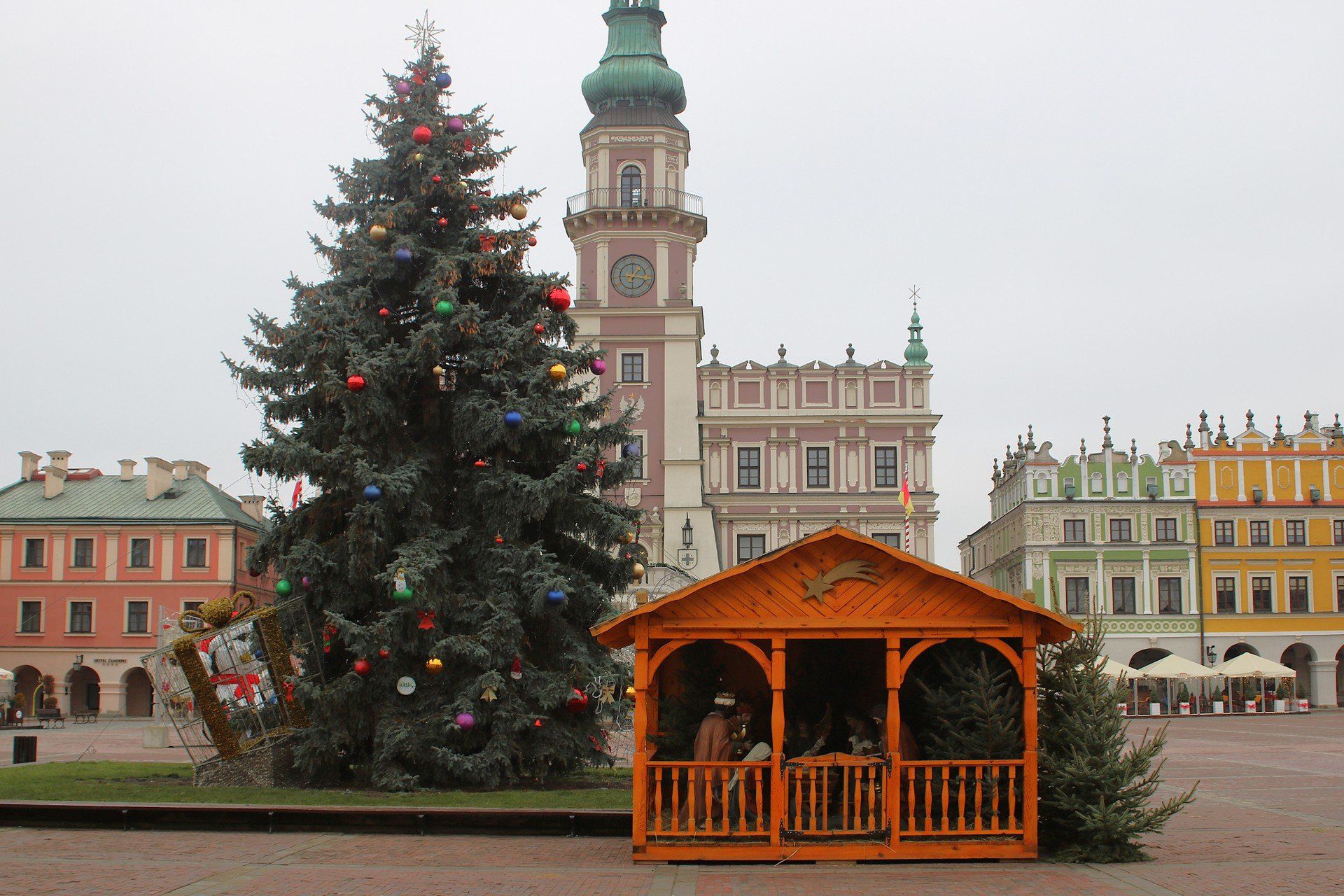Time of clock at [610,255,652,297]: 1:16
